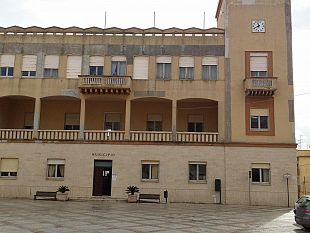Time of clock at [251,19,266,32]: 11:40
